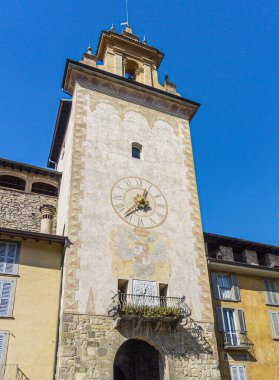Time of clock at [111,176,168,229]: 12:37
